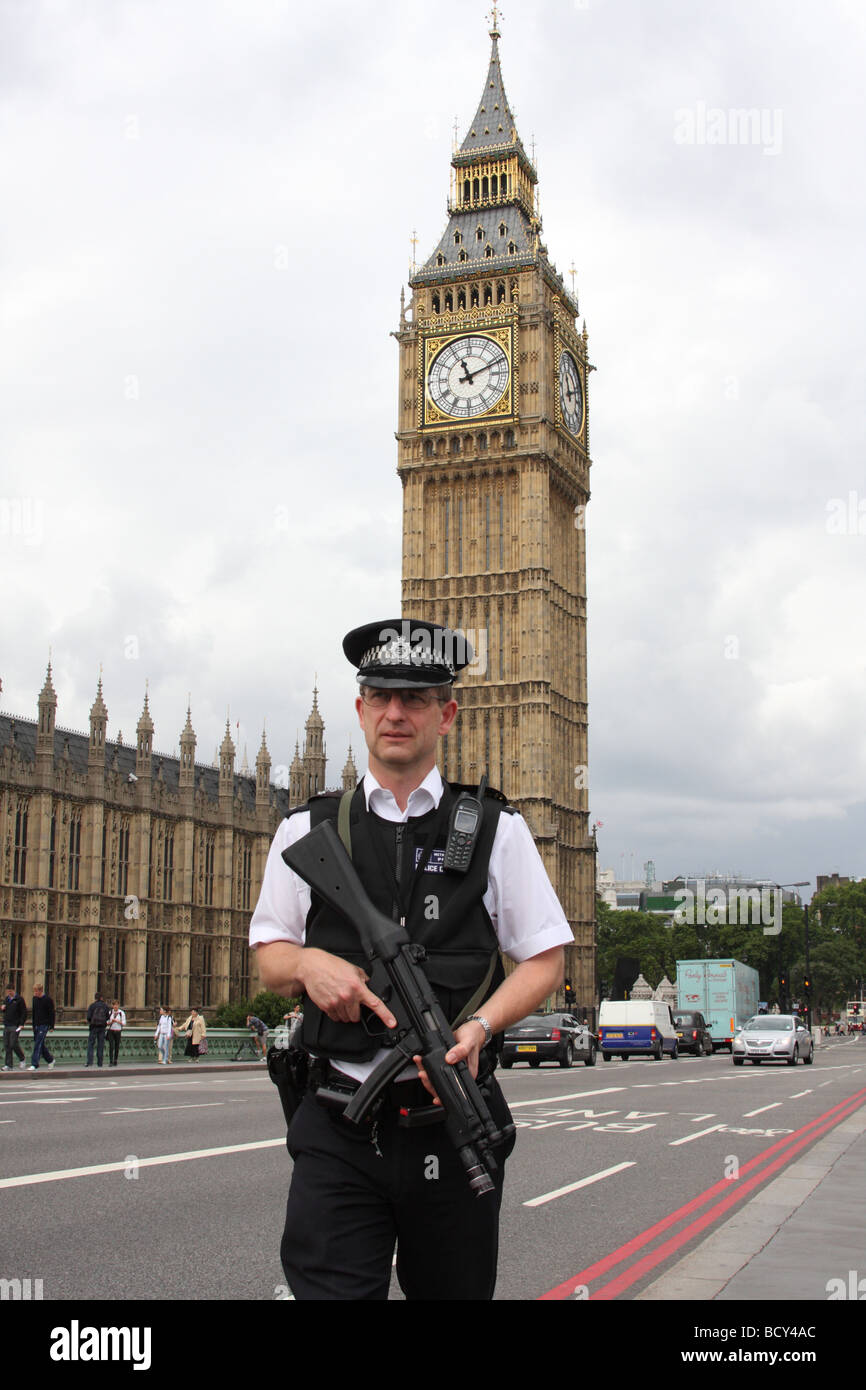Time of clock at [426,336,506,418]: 11:11
